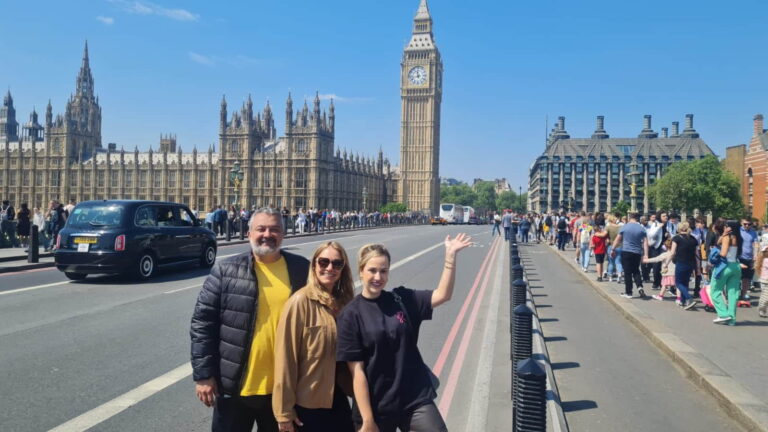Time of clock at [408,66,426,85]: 11:42
